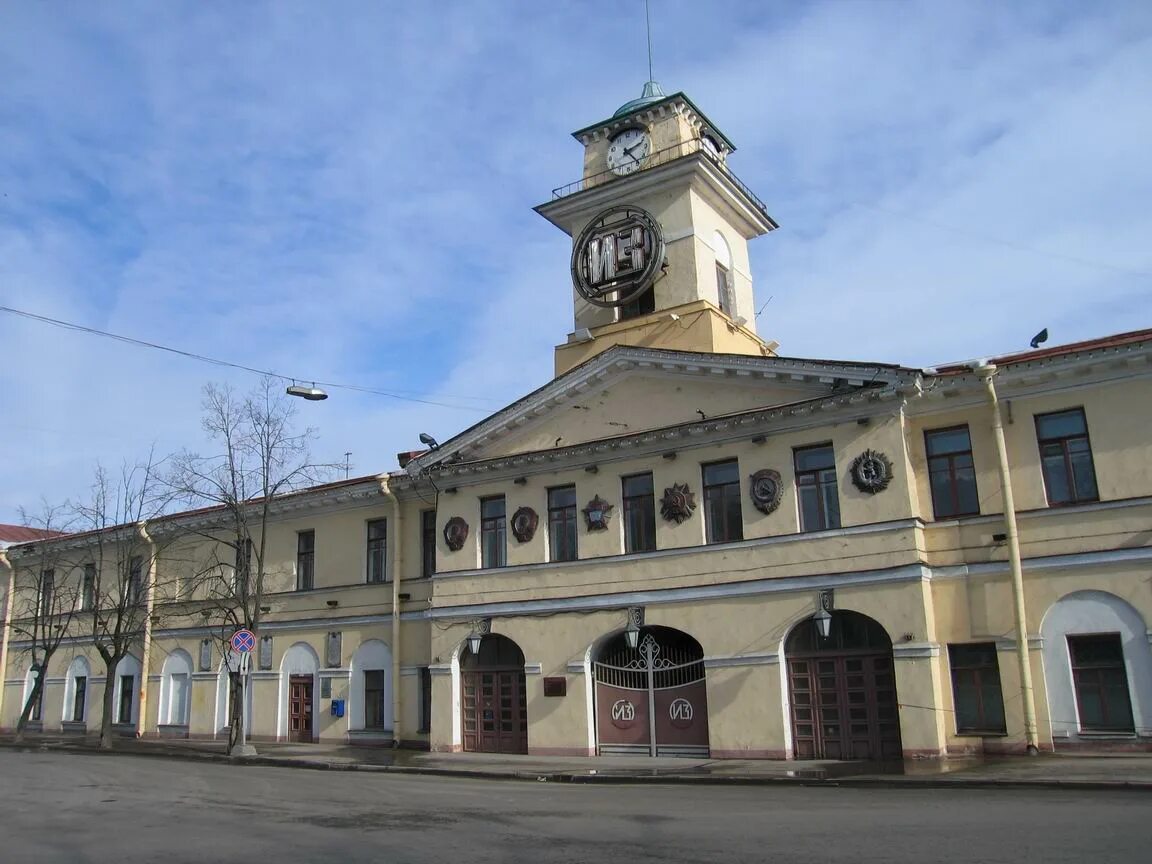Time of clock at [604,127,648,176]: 2:24
